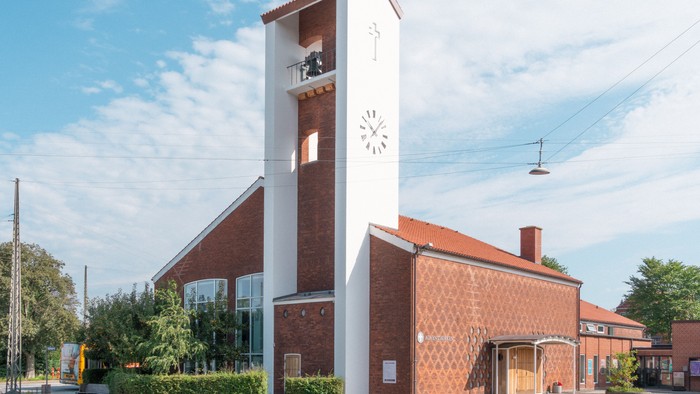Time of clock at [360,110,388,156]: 10:07
